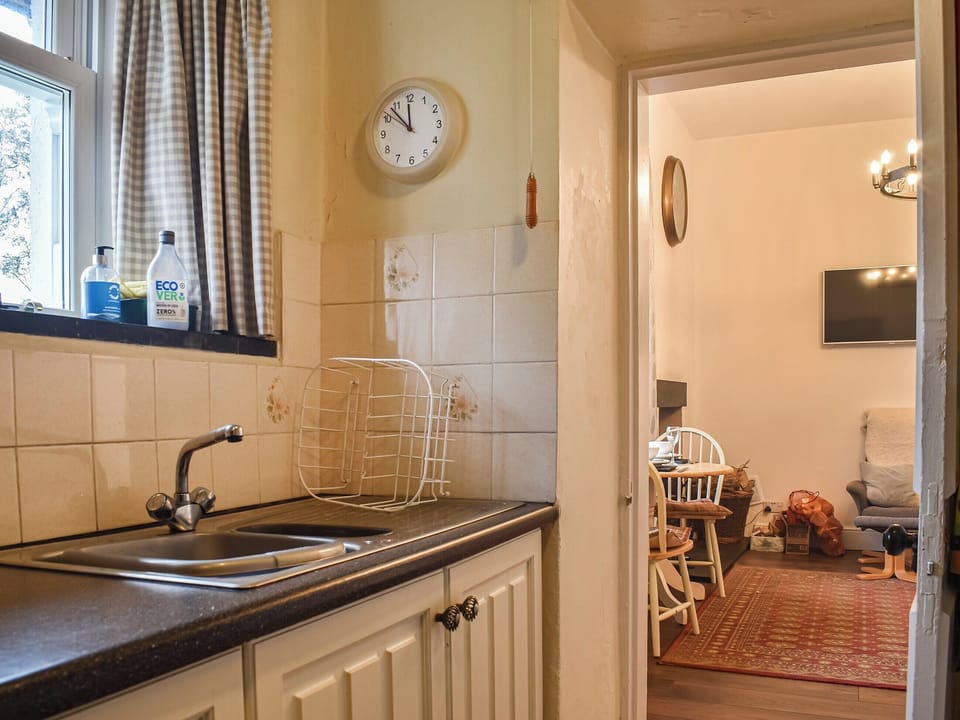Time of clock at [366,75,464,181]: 11:52
